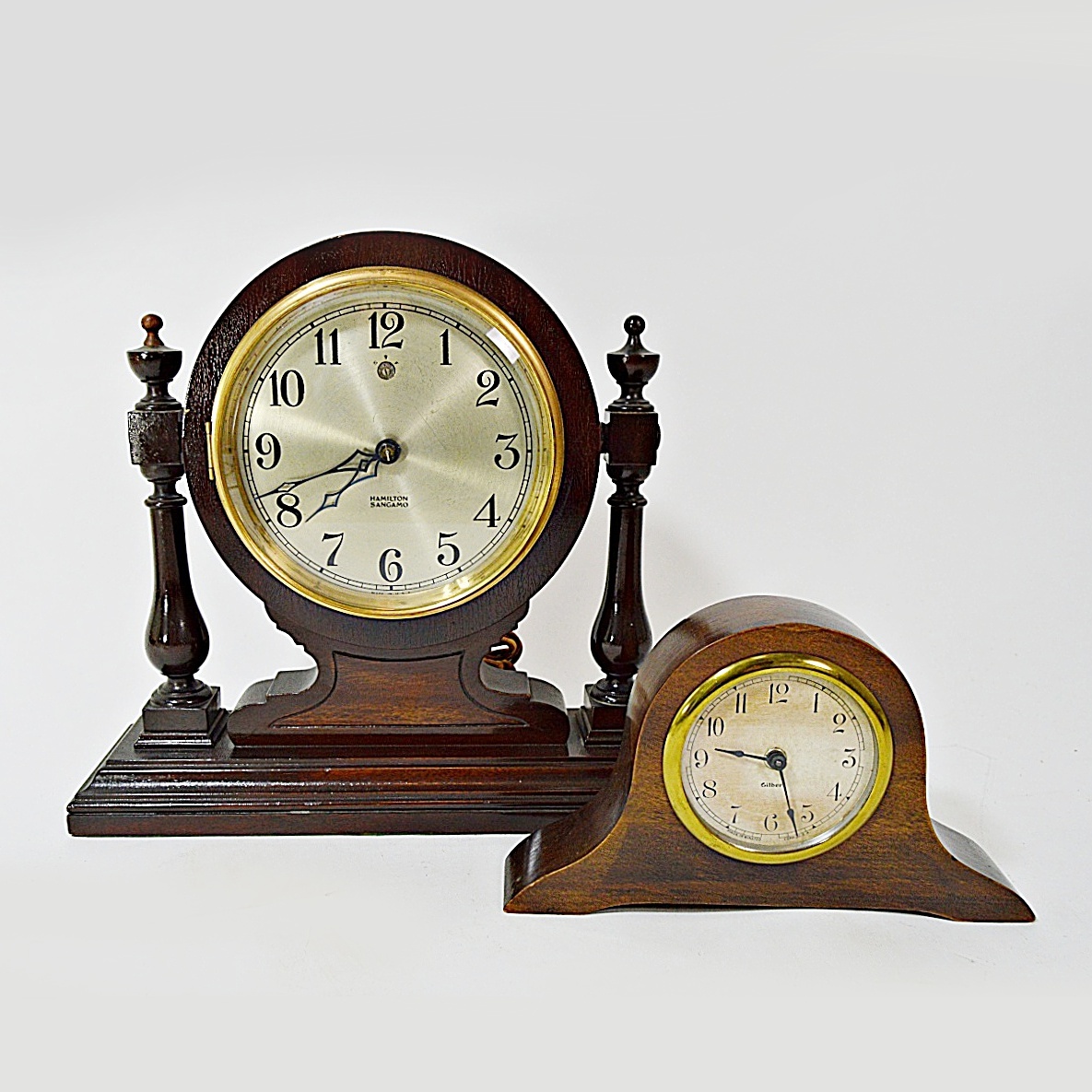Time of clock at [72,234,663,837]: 7:41
